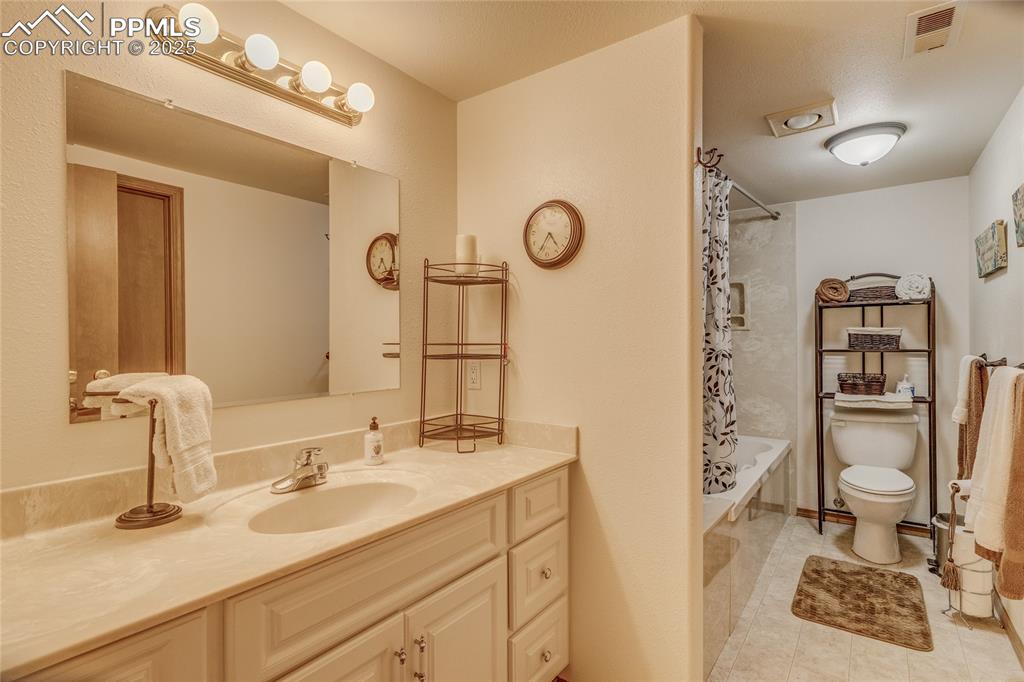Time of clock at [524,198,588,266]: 4:34
